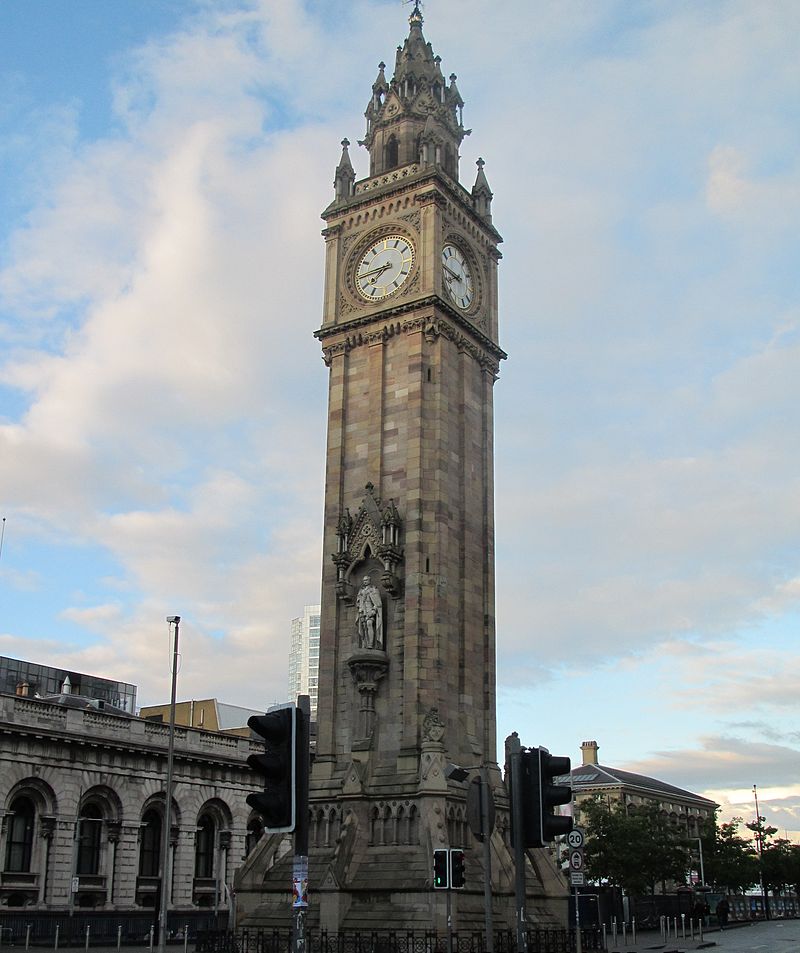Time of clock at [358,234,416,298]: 7:44
